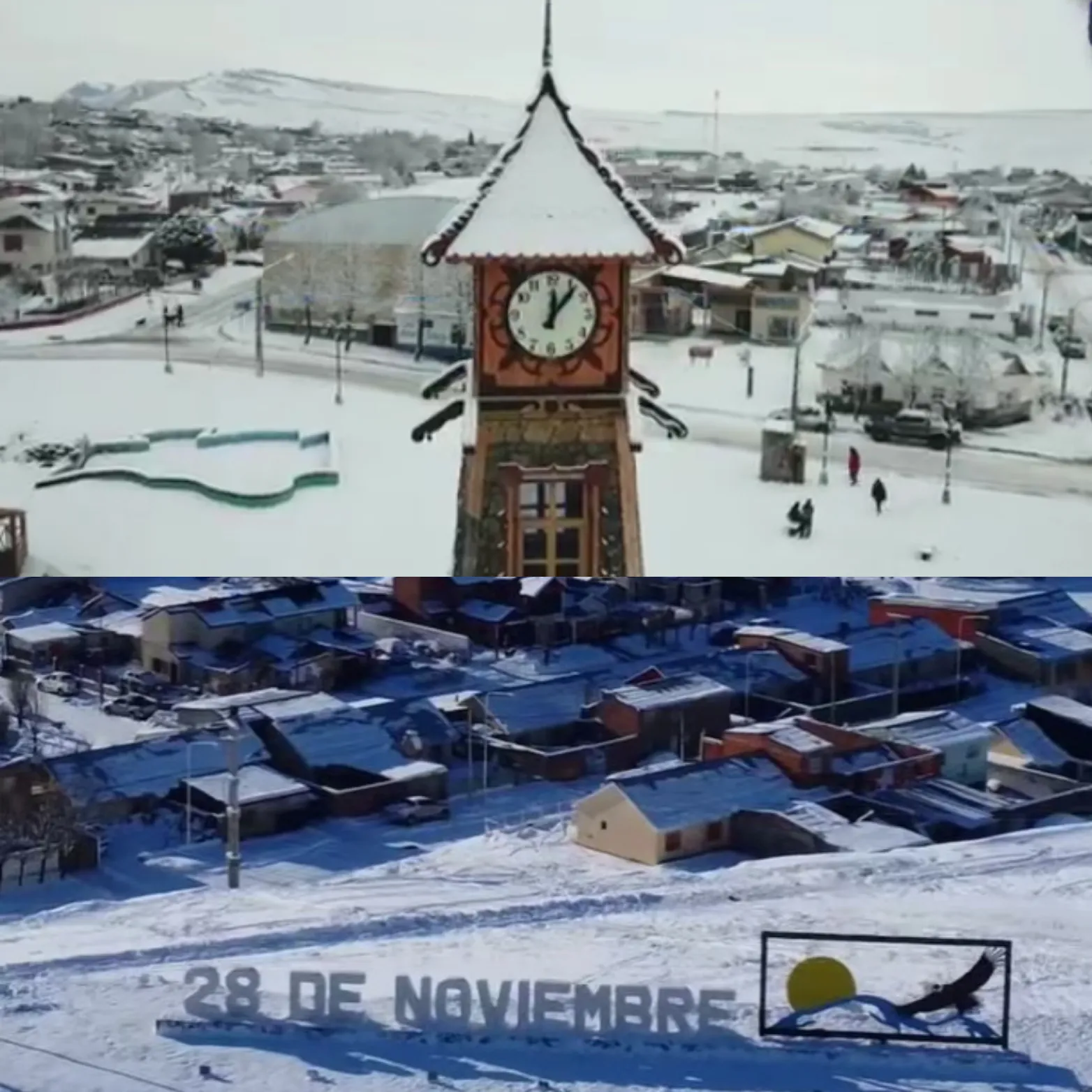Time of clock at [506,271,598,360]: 12:06
